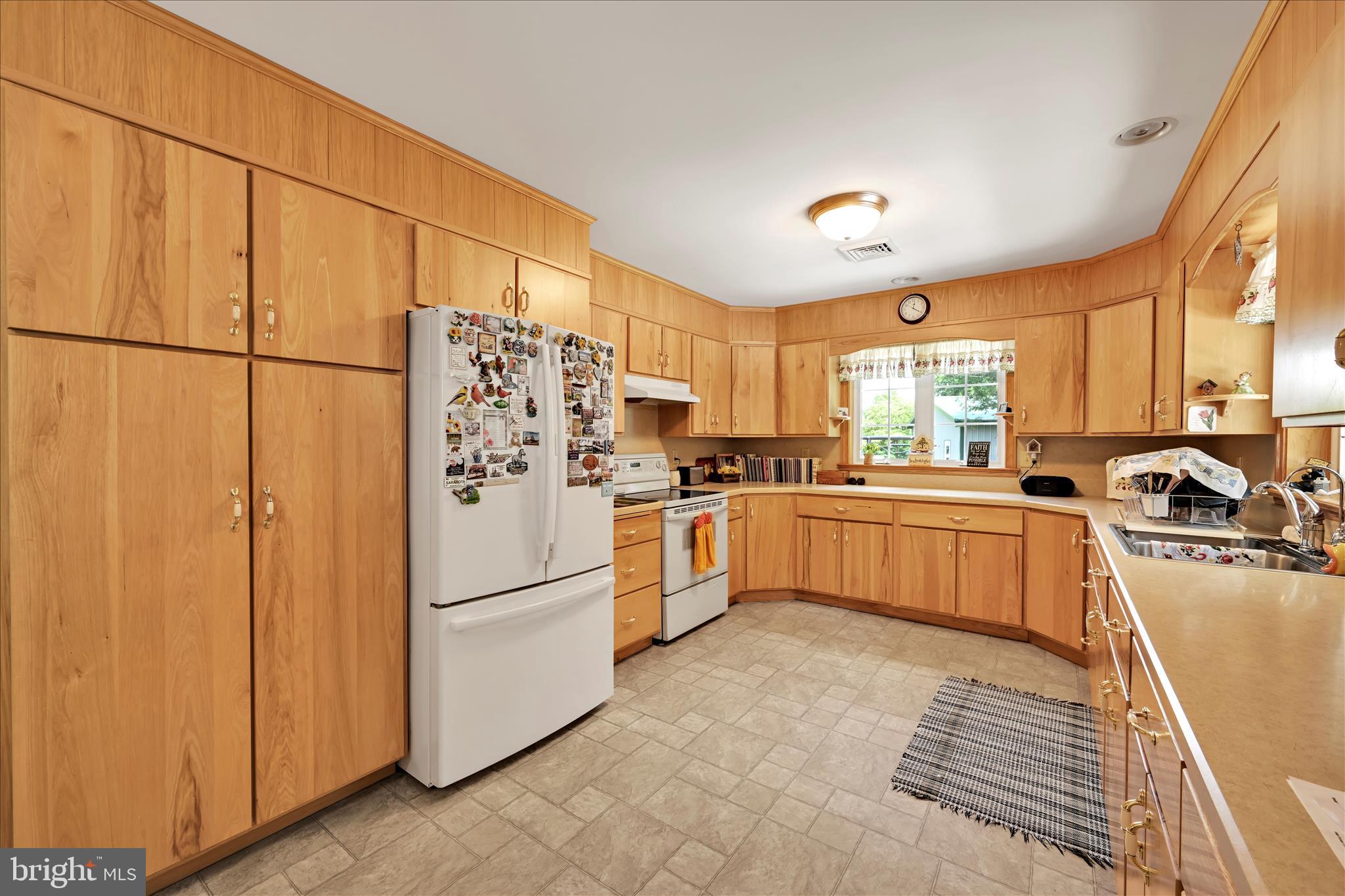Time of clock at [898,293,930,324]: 12:20
